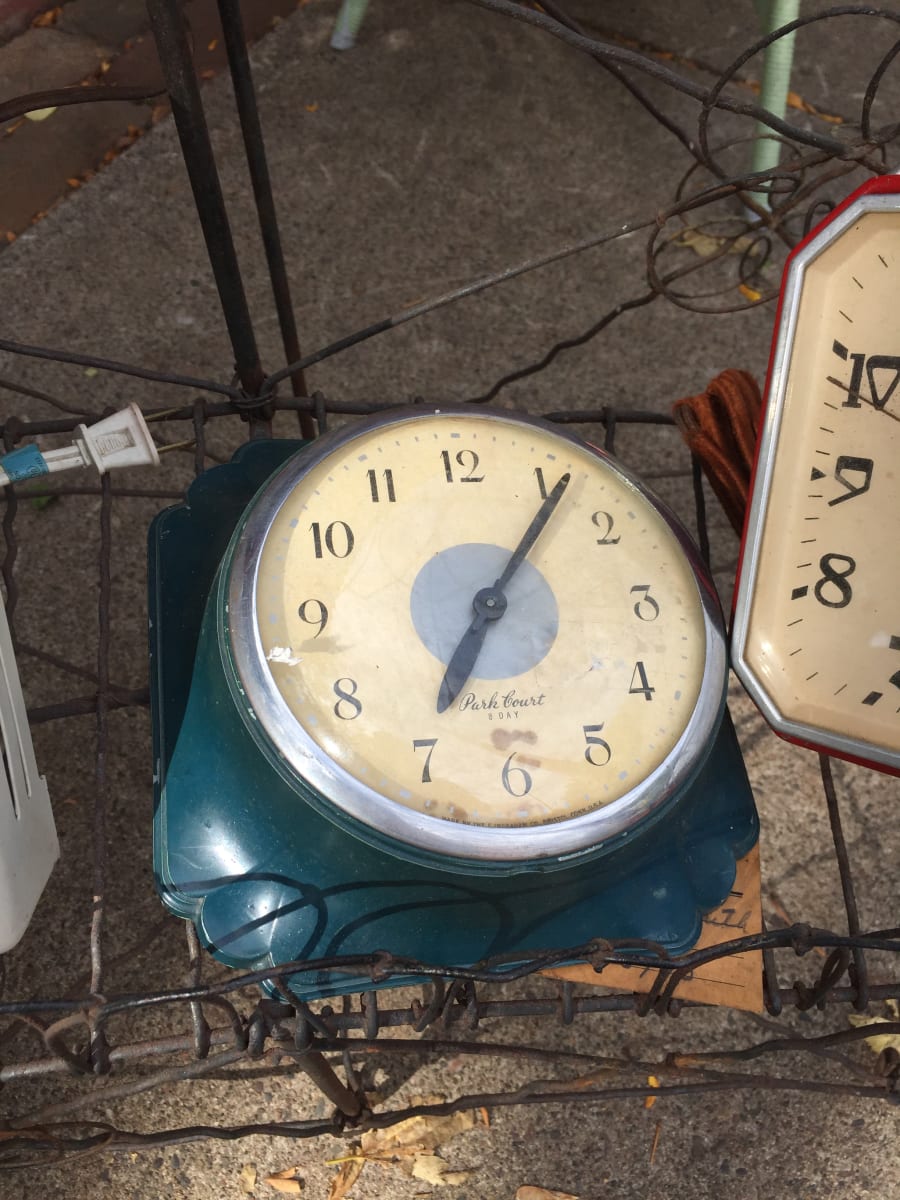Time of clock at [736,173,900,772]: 7:07
